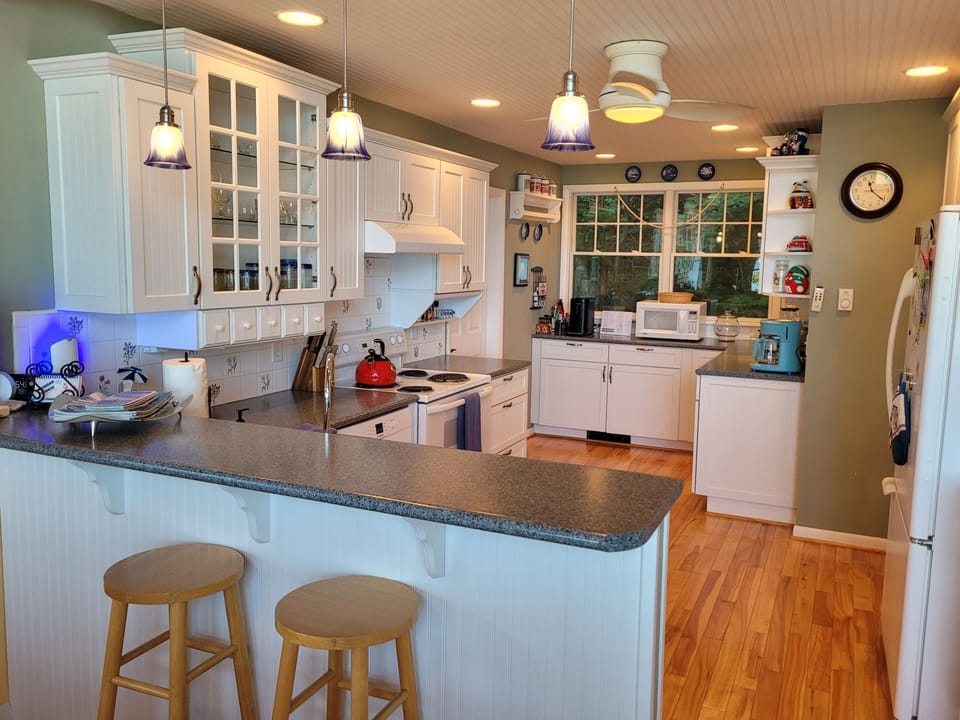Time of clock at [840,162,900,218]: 11:21
